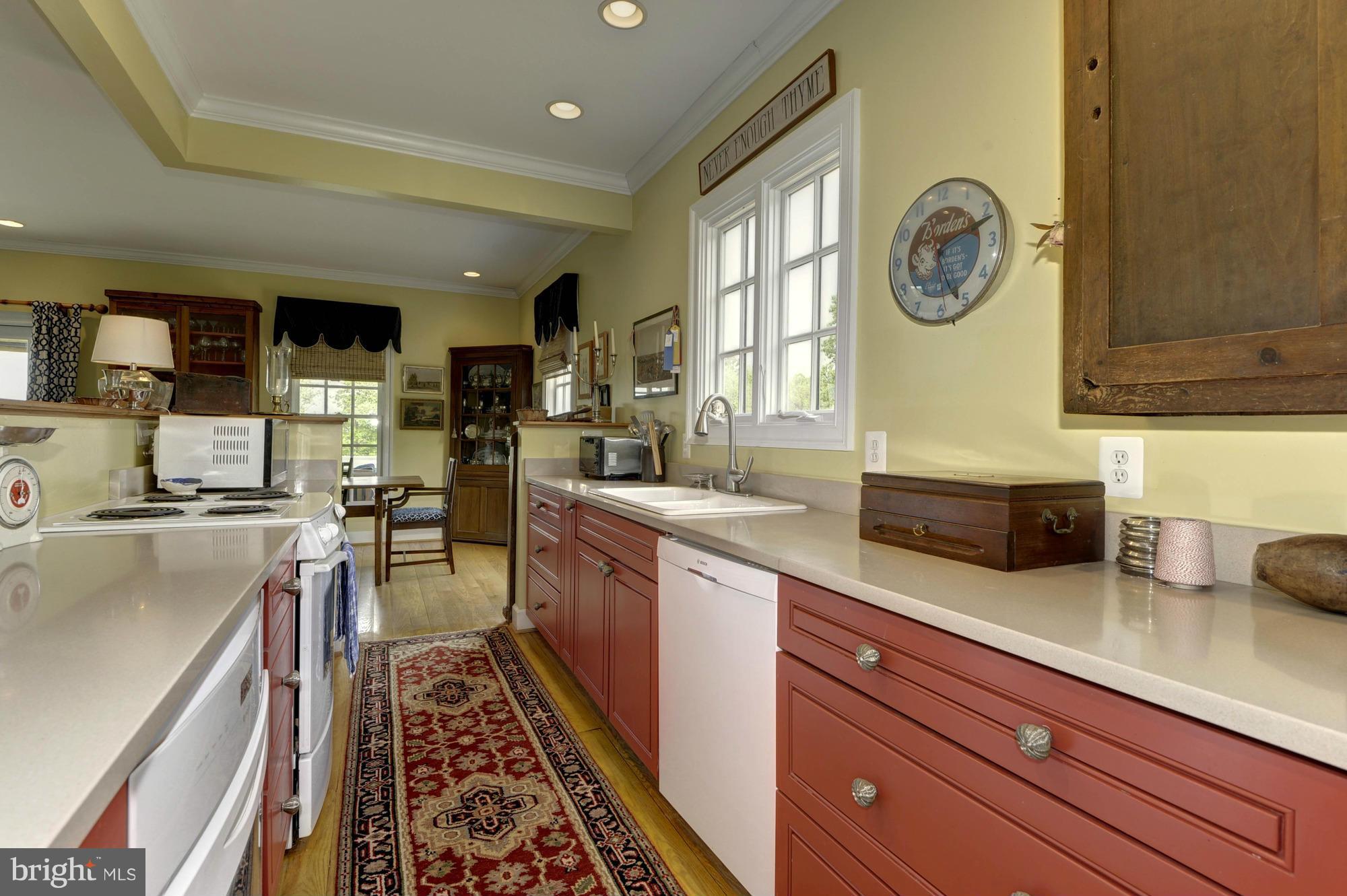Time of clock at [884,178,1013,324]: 5:11
